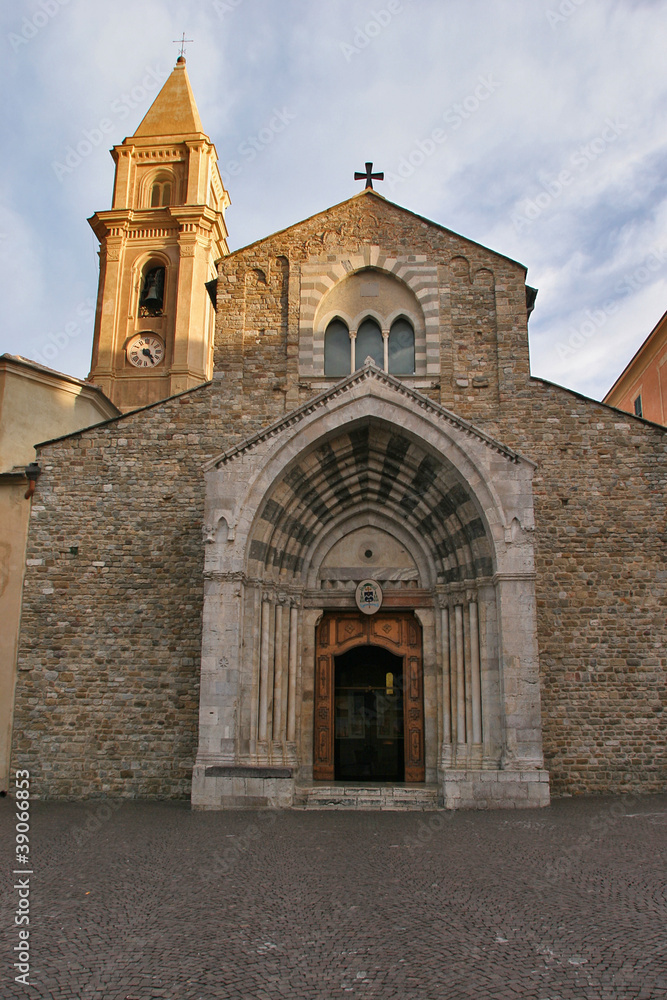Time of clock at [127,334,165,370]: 4:24
